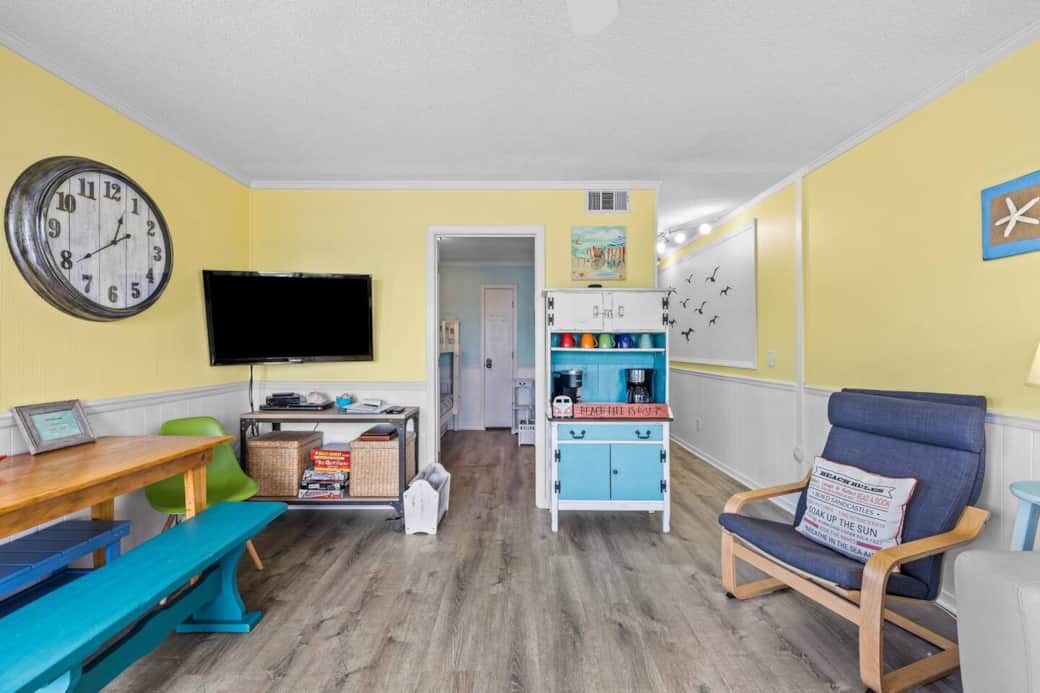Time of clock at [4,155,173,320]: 12:39
